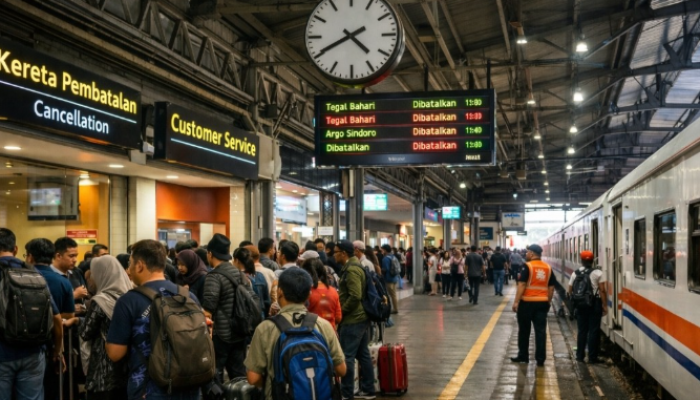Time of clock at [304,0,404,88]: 4:40
